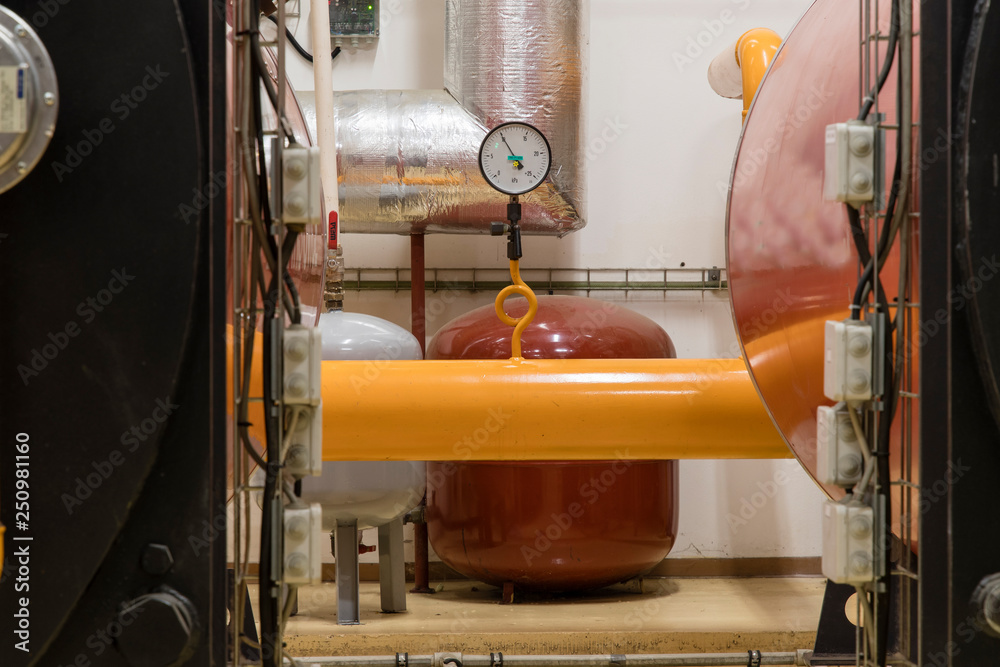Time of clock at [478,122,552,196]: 3:54
